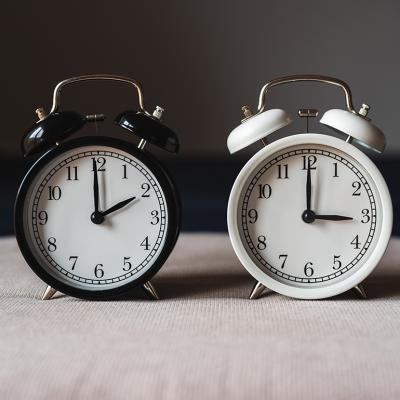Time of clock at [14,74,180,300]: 1:59
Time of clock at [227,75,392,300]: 3:00
